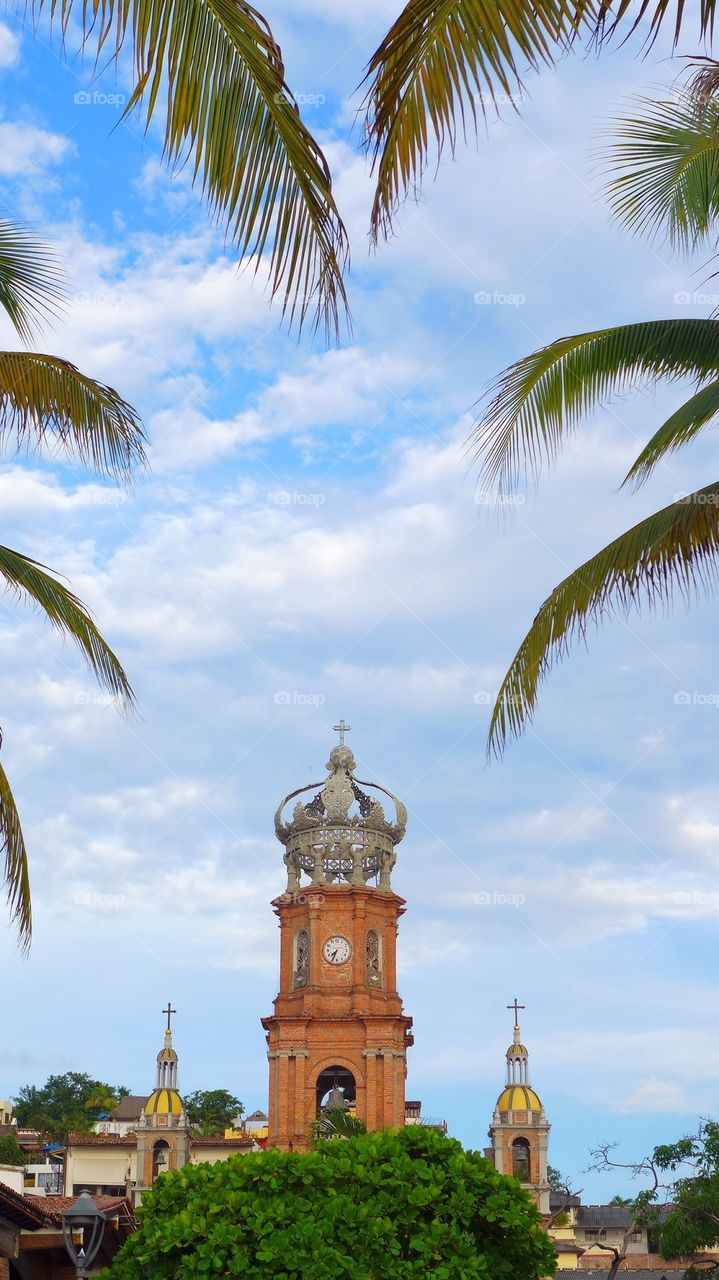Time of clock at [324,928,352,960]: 7:34
